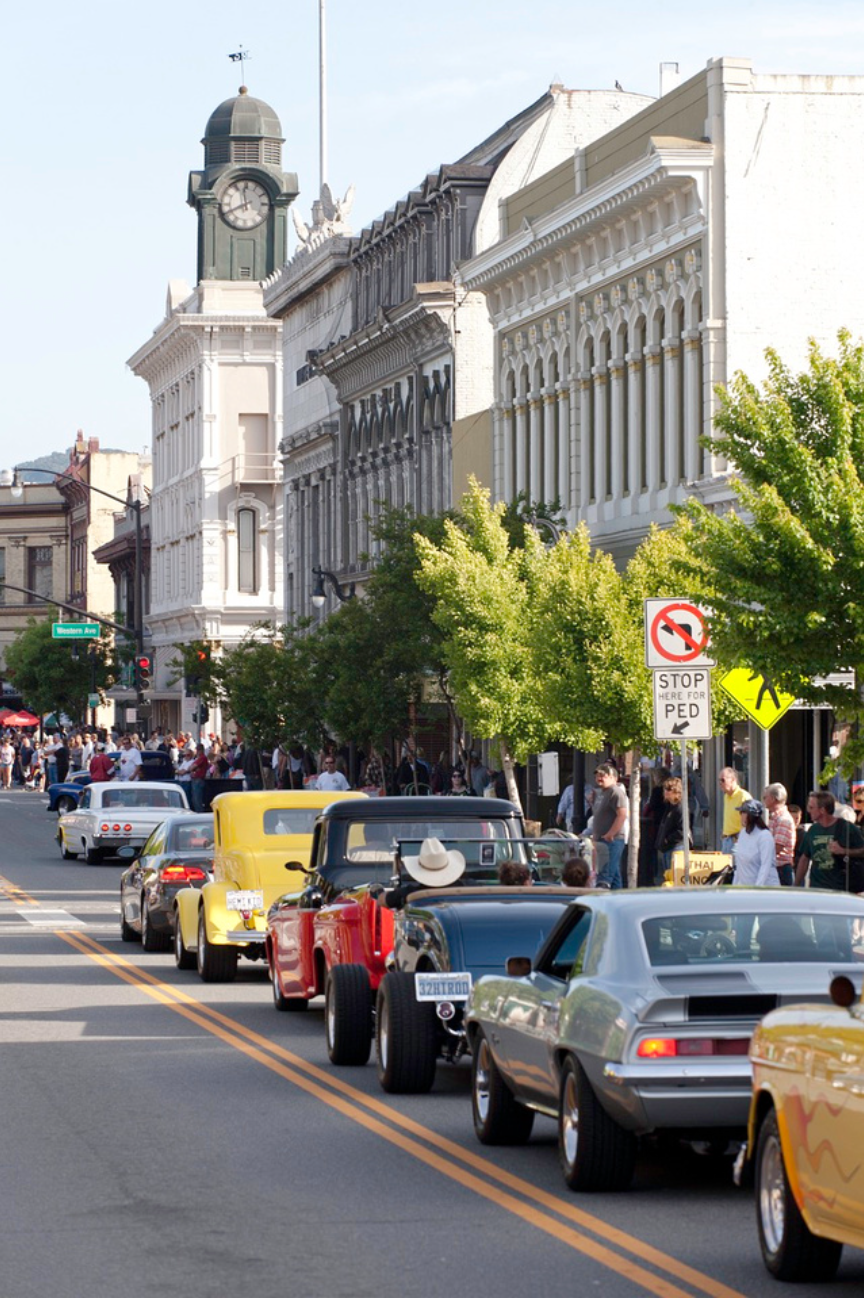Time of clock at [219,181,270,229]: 11:40
